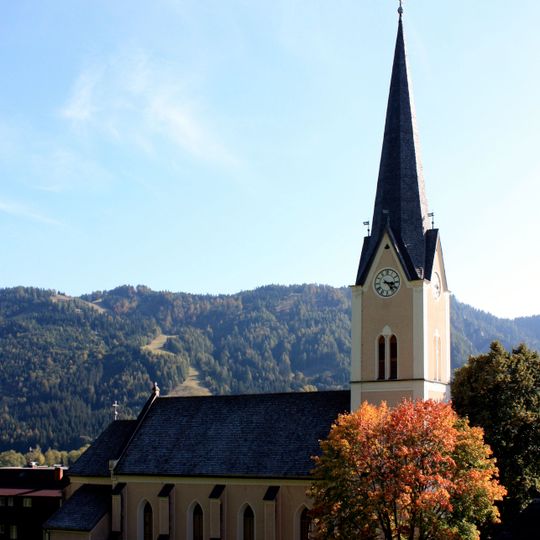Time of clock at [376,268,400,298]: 3:23
